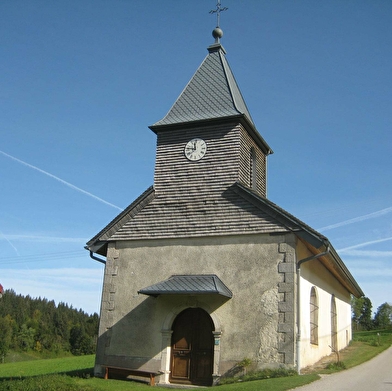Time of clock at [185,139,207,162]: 11:46
